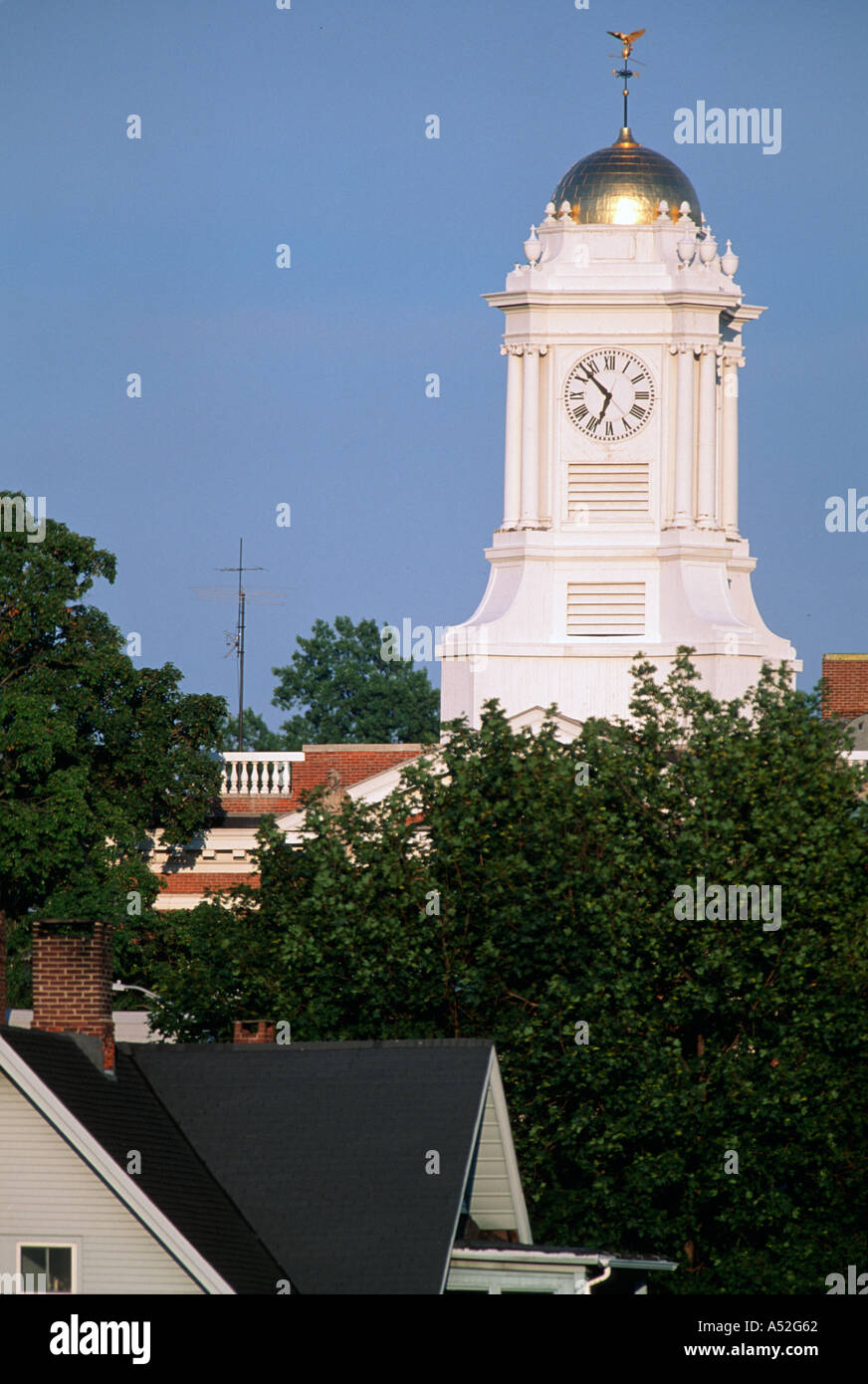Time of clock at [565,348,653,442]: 6:52
